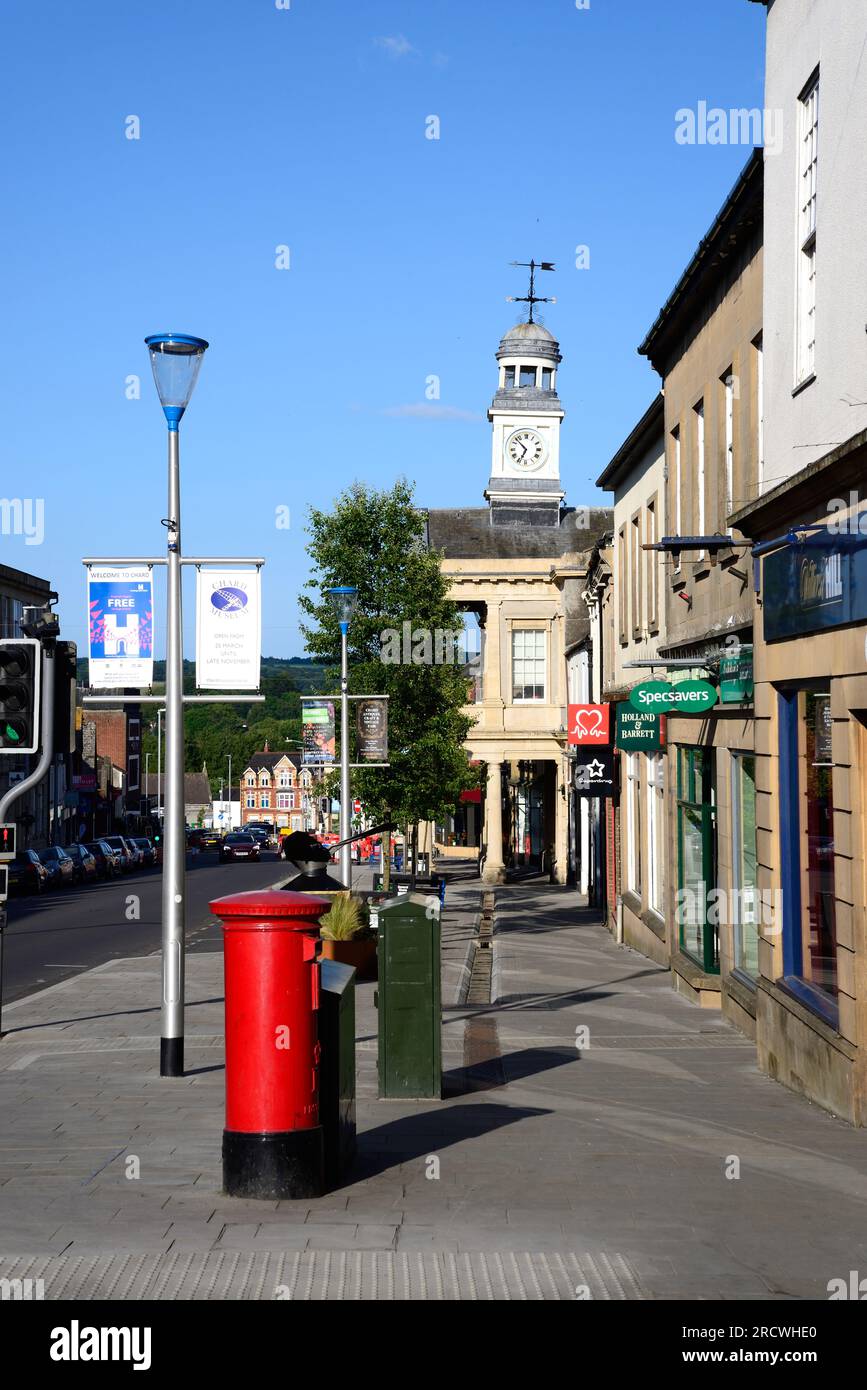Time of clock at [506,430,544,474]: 6:52
